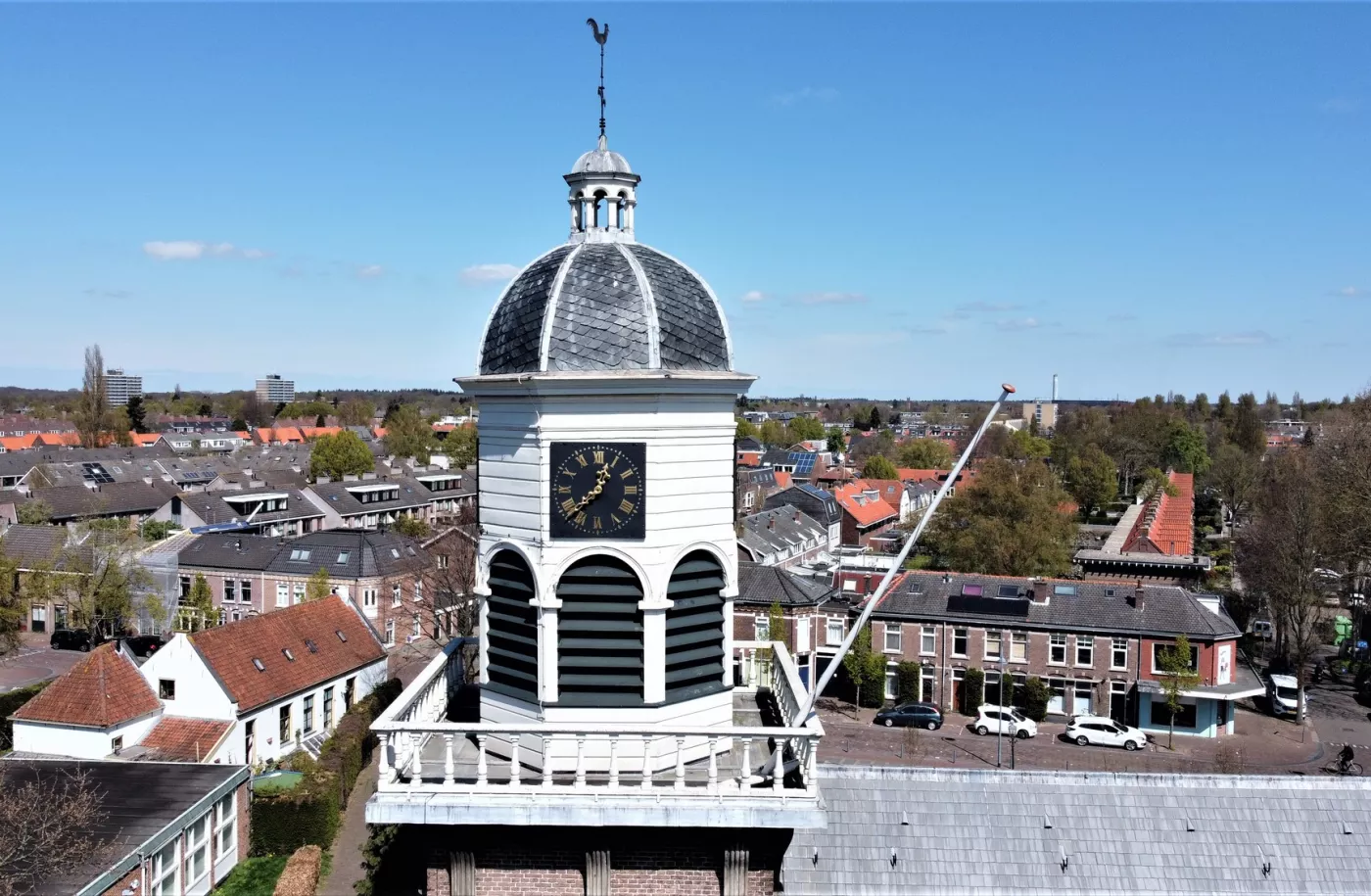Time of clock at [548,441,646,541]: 12:37
